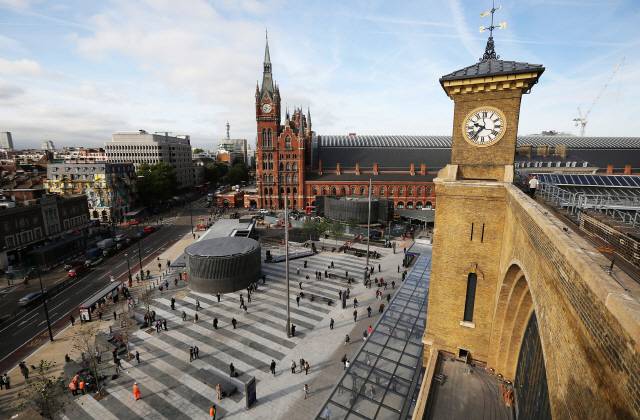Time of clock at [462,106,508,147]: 9:36
